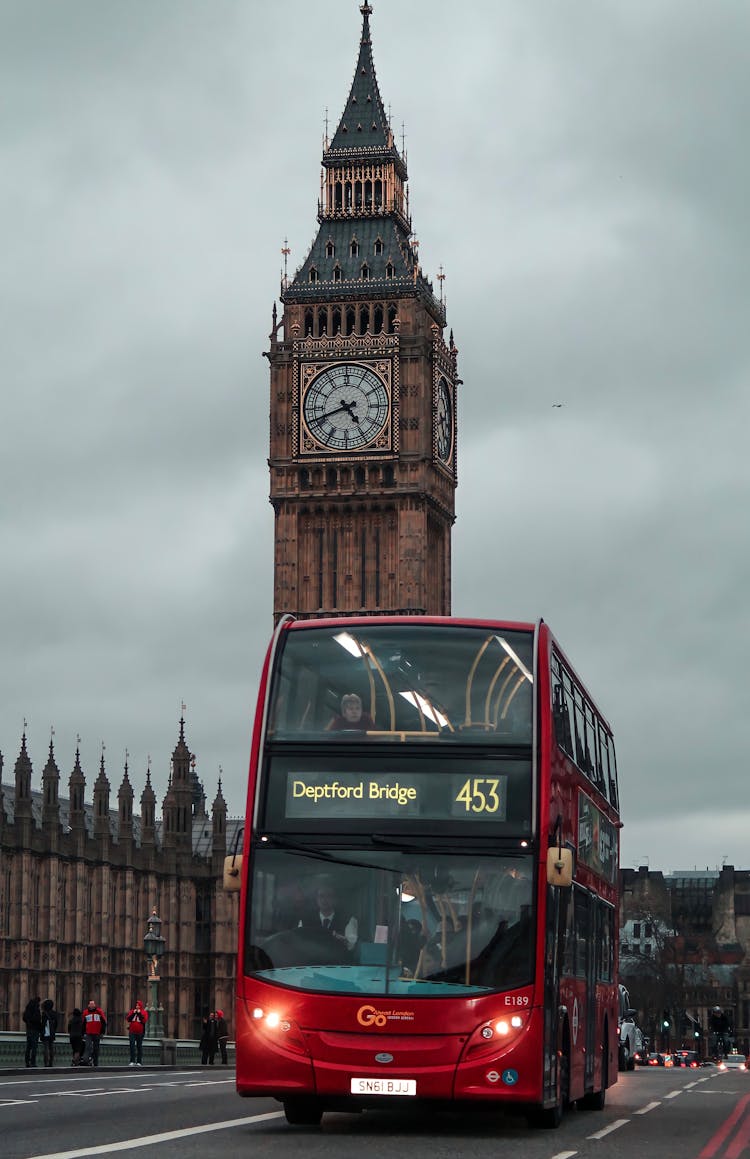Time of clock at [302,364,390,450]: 4:41
